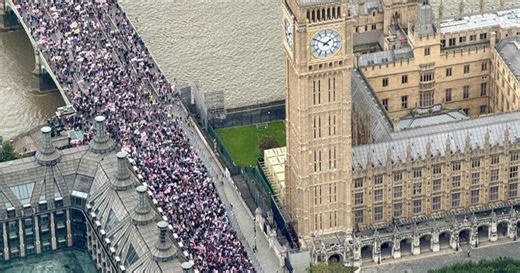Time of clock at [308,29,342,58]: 1:50
